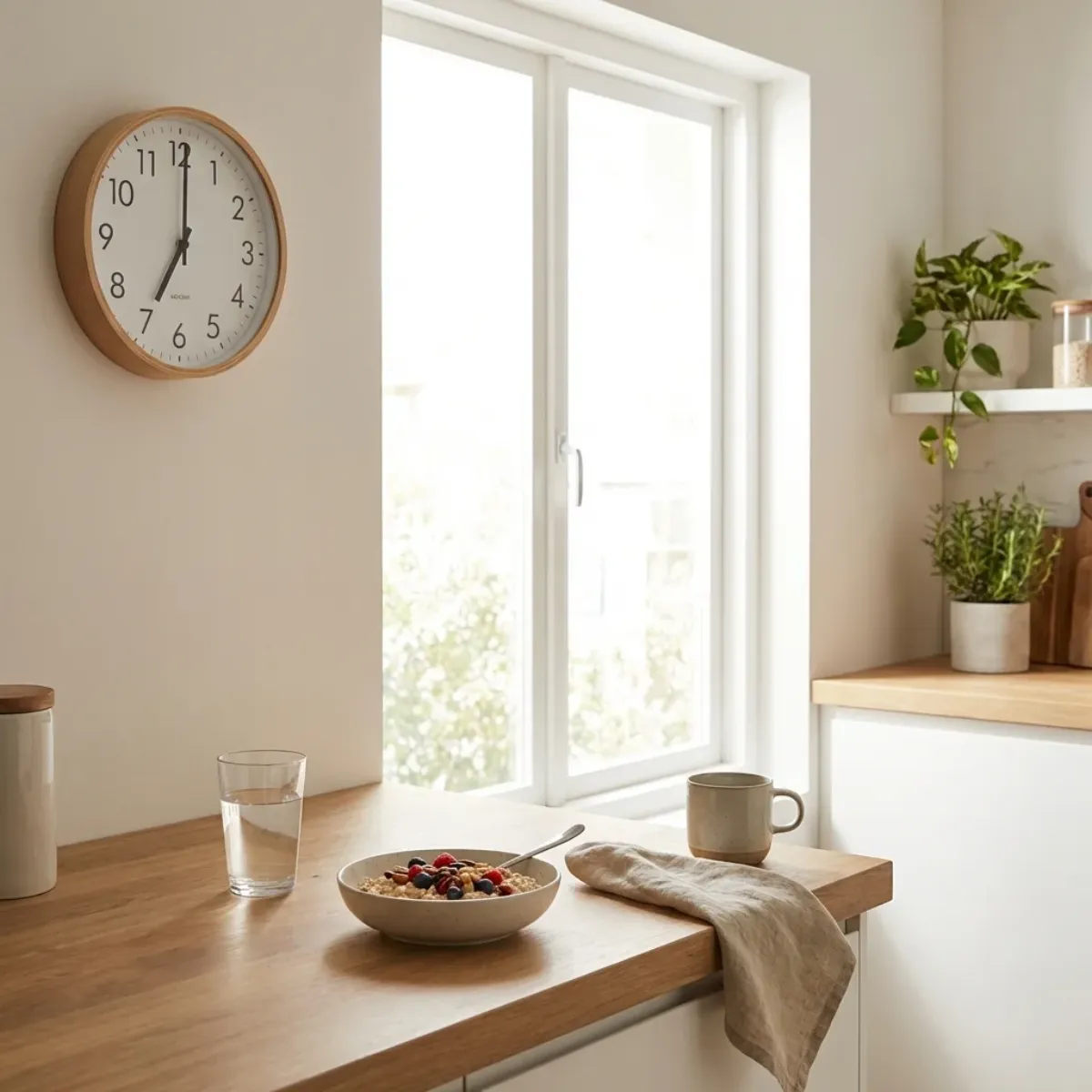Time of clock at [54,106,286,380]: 7:00
